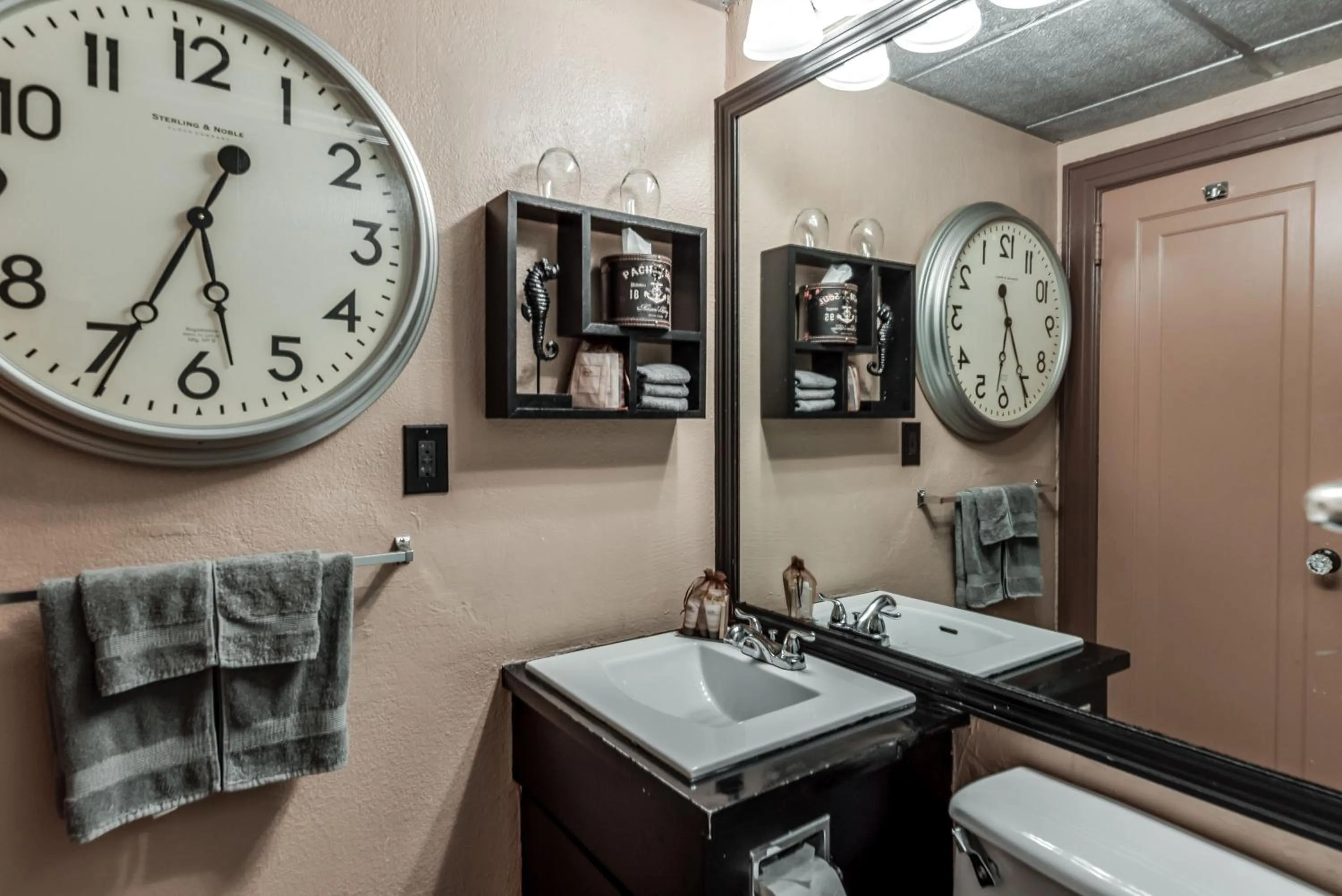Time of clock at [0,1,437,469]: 5:34
